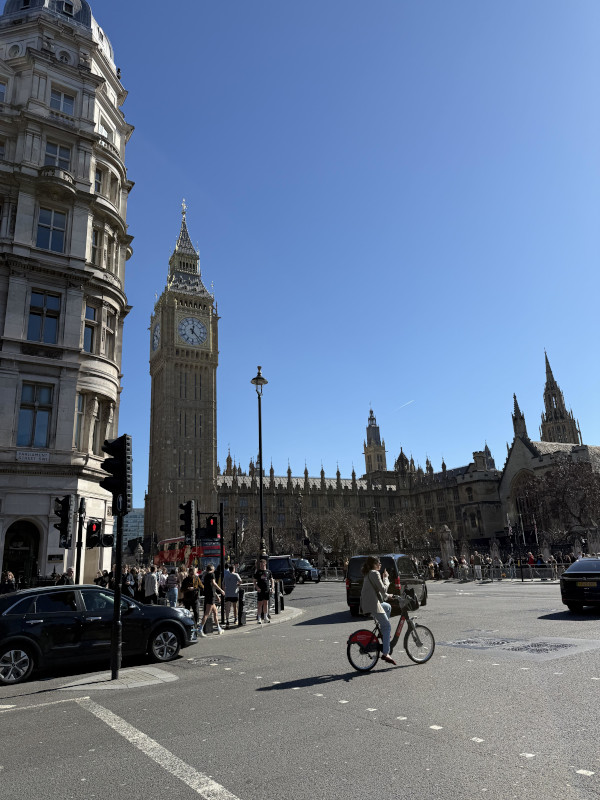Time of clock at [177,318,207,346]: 12:22
